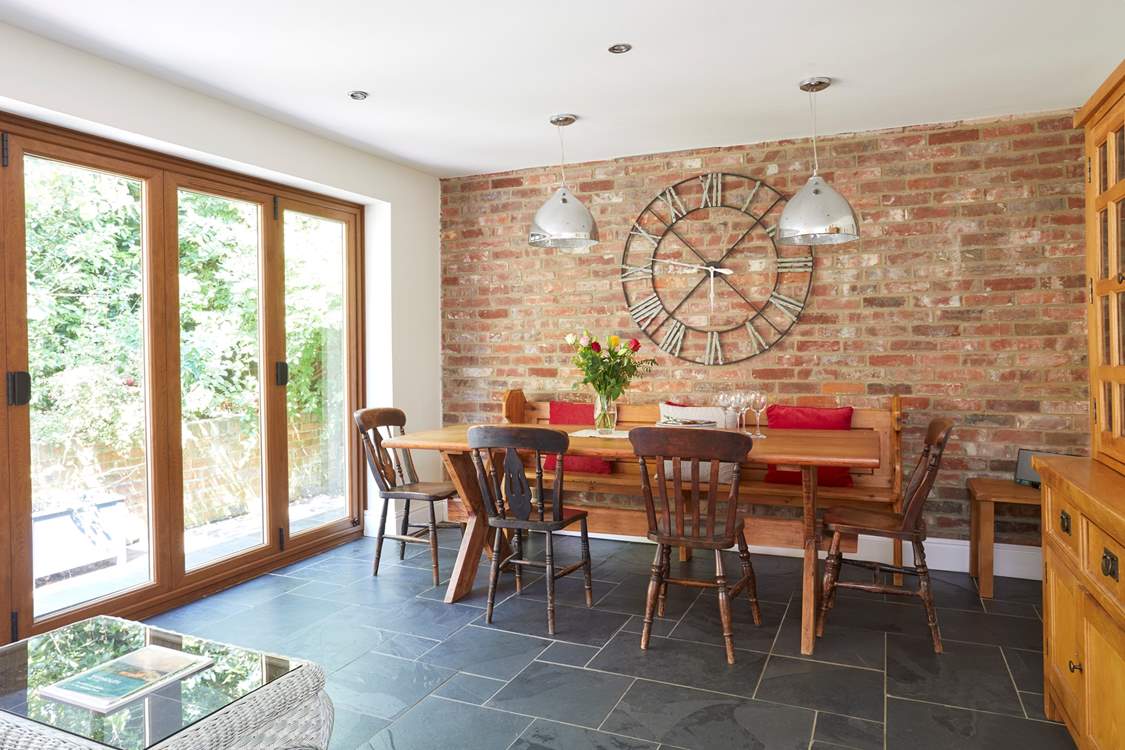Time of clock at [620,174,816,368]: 1:37
